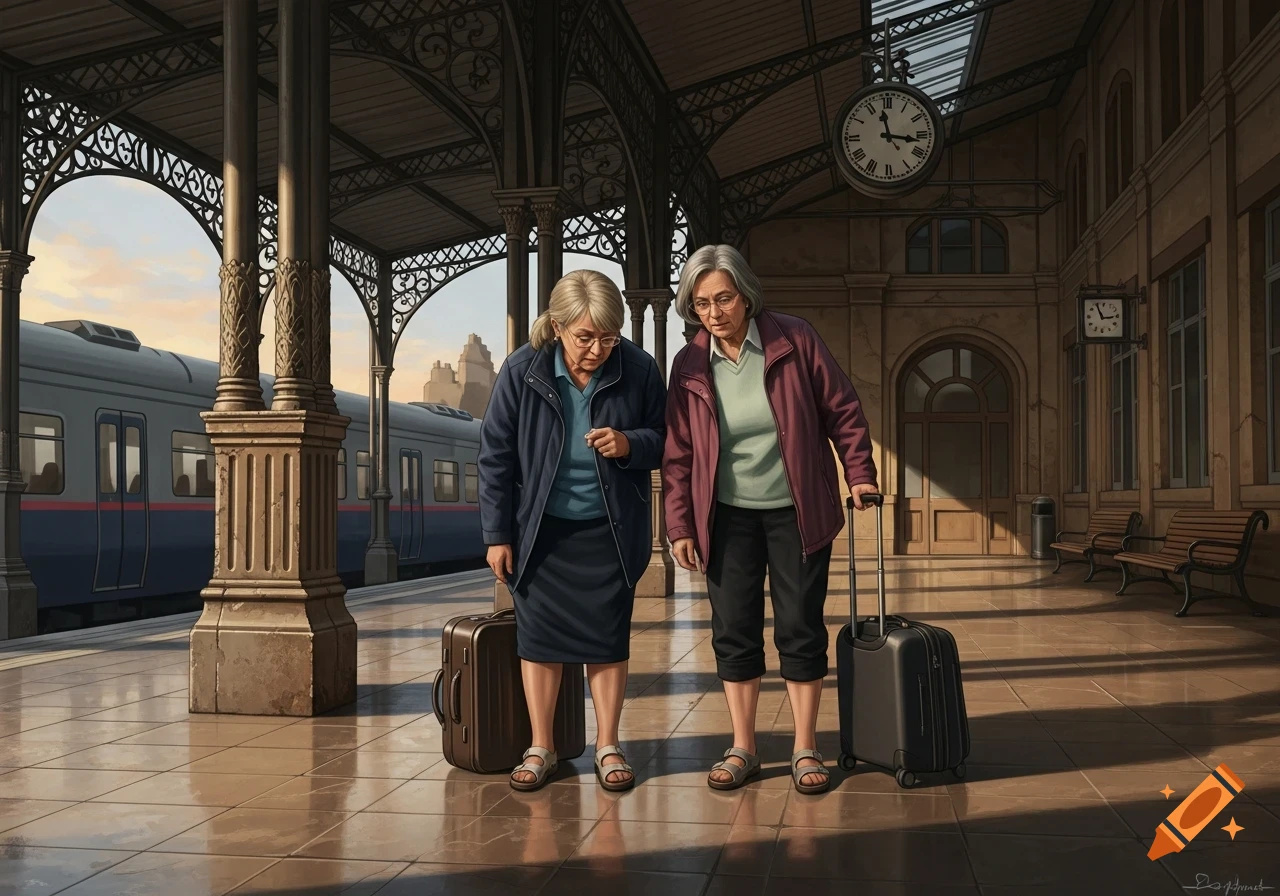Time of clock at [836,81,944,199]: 11:16
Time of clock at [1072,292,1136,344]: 2:55
